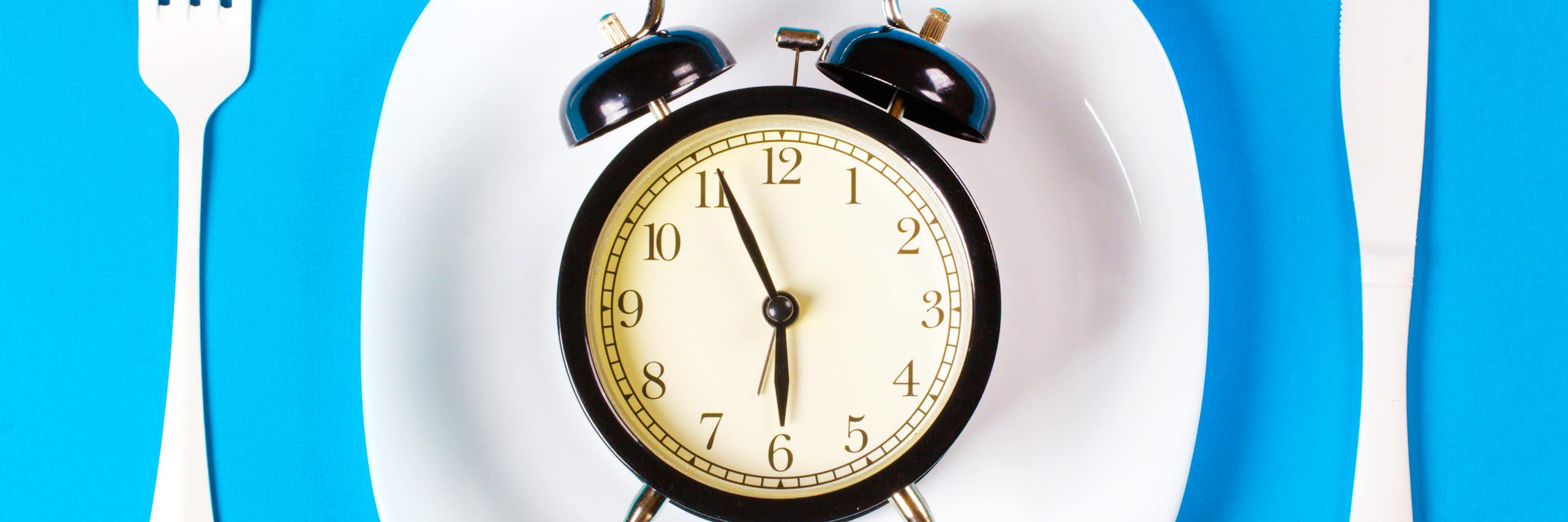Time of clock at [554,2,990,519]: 5:55
